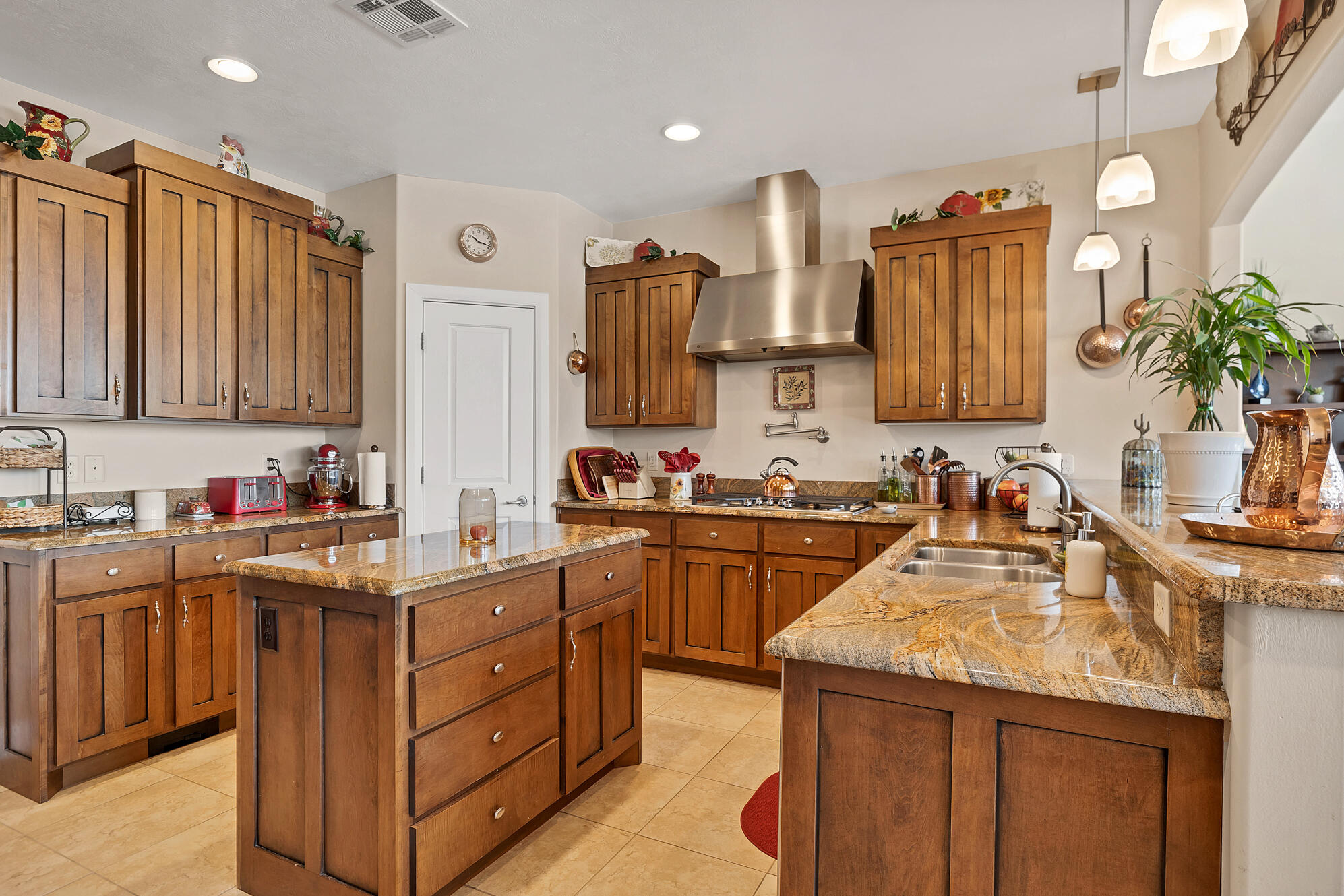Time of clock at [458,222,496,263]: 10:17
